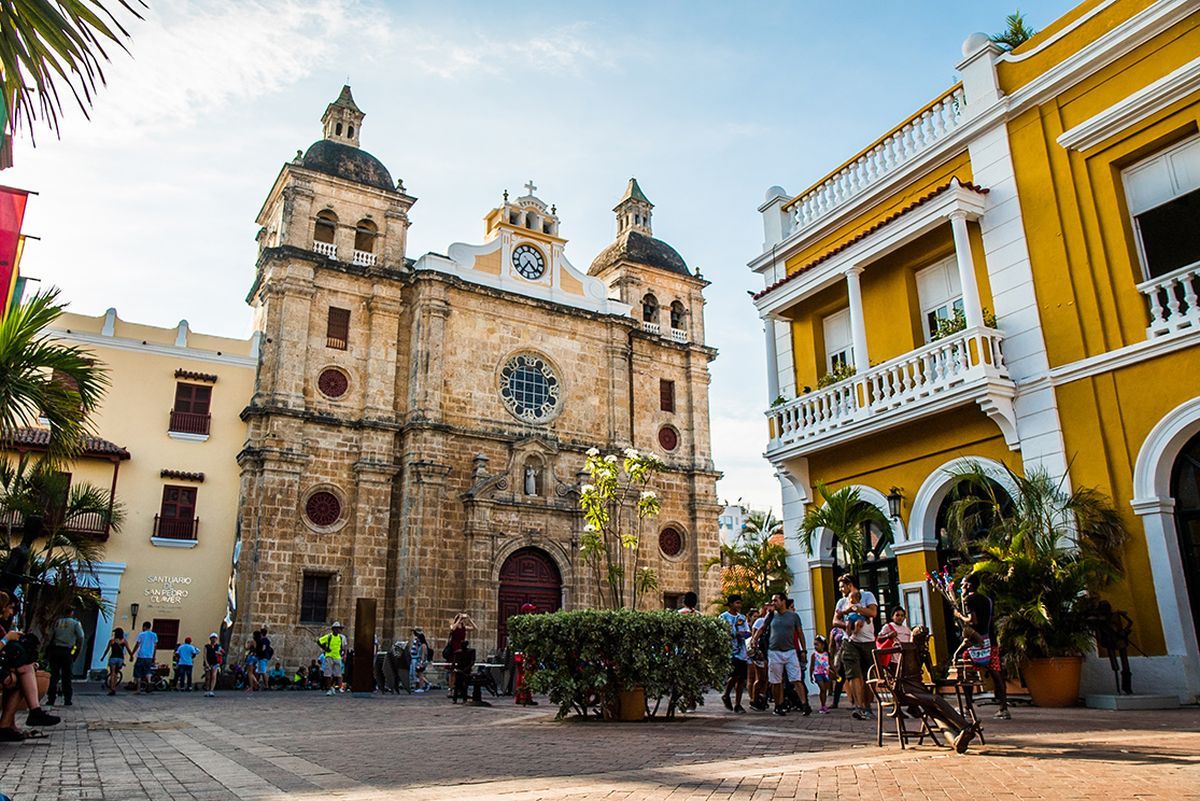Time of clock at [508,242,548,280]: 4:35
